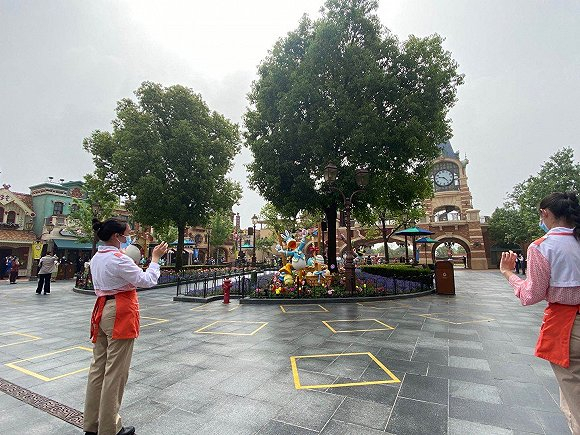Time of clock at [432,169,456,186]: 9:22
